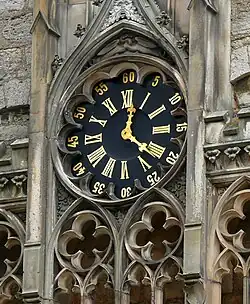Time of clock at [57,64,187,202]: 12:21
